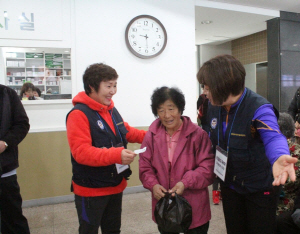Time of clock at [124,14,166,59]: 9:29
